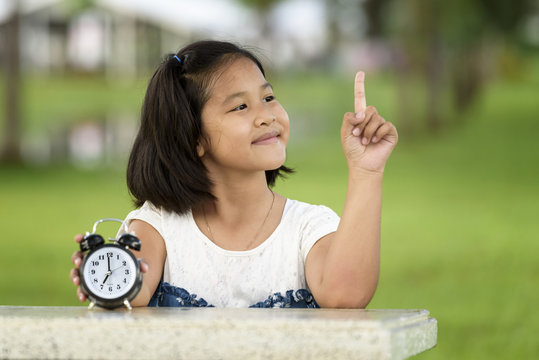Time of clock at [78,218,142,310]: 6:59
